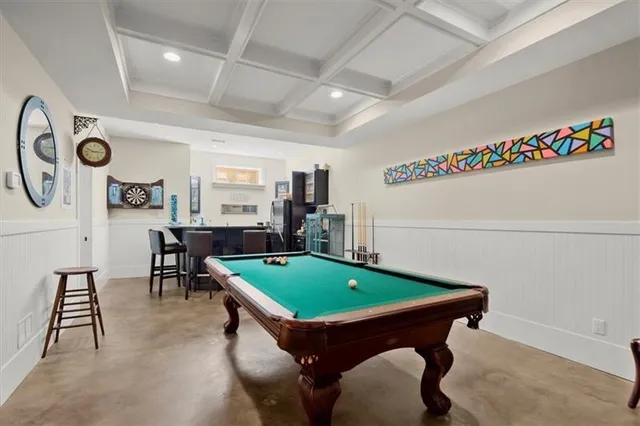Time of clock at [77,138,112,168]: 2:48
